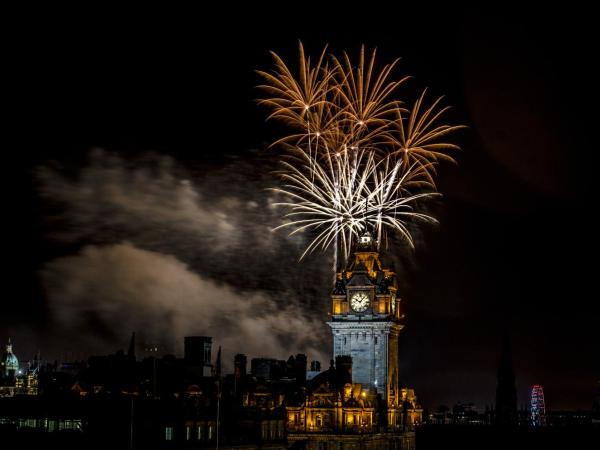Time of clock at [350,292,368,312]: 10:07
